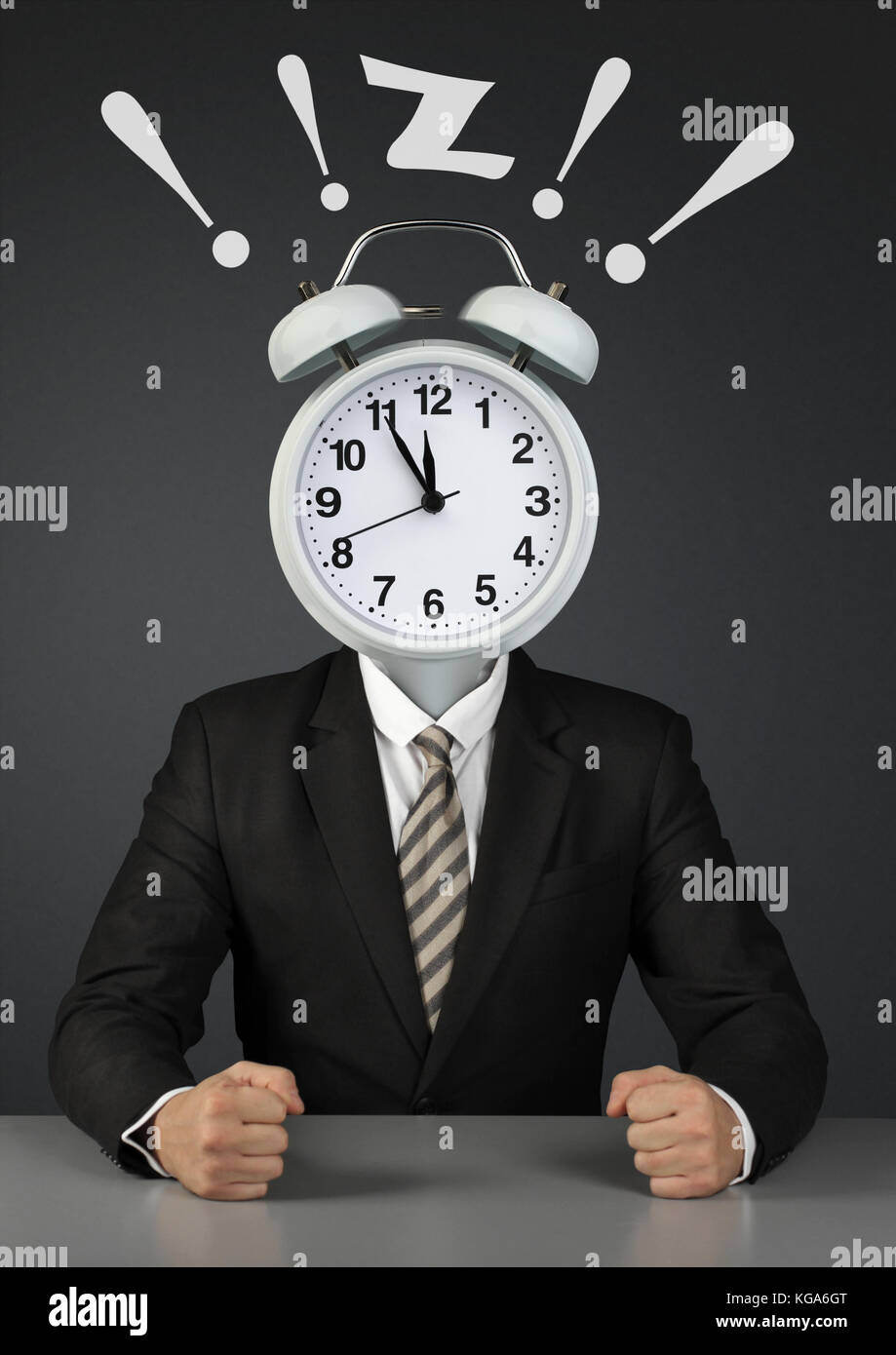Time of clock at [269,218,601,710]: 11:55
